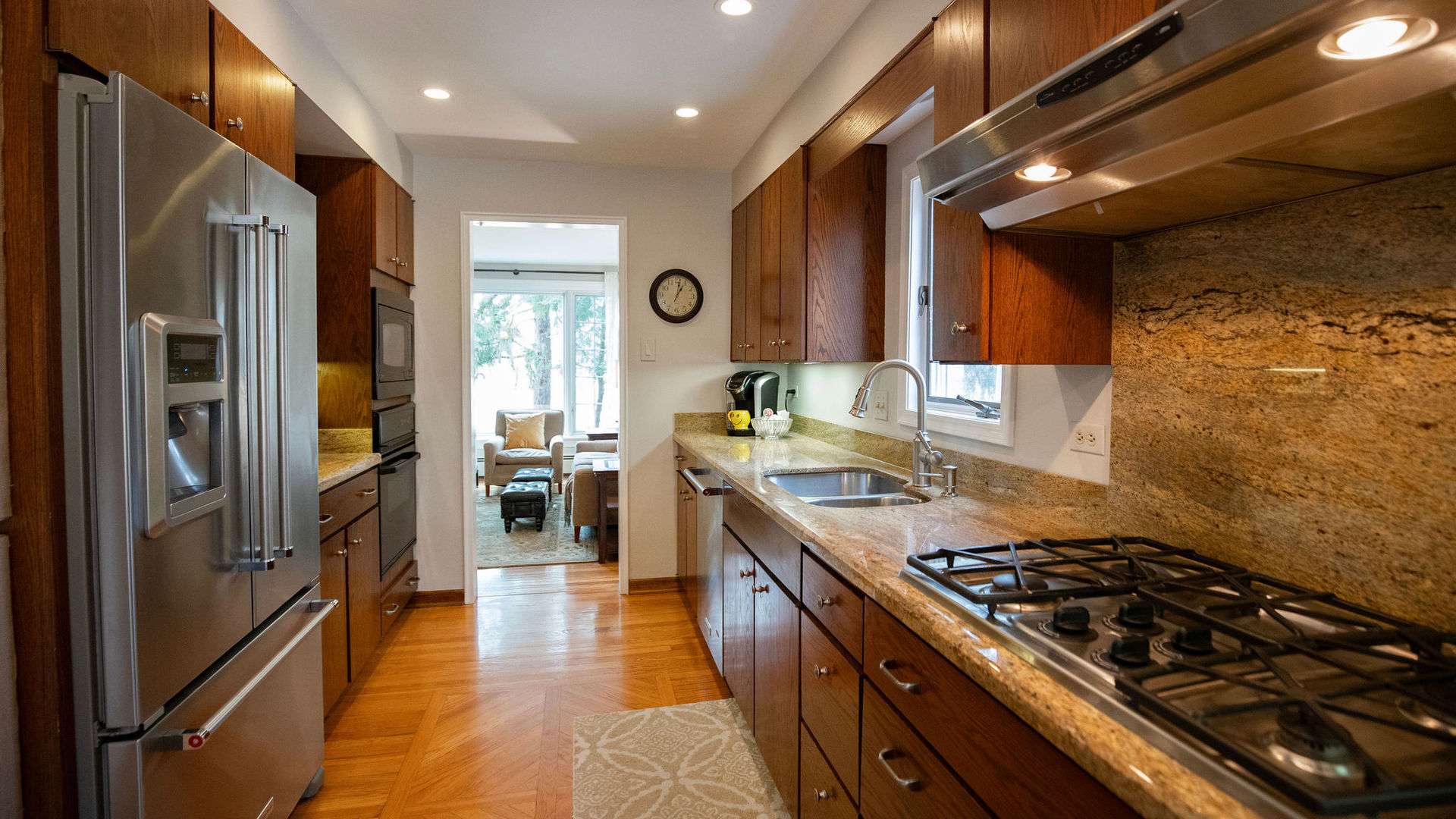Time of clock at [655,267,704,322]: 1:01
